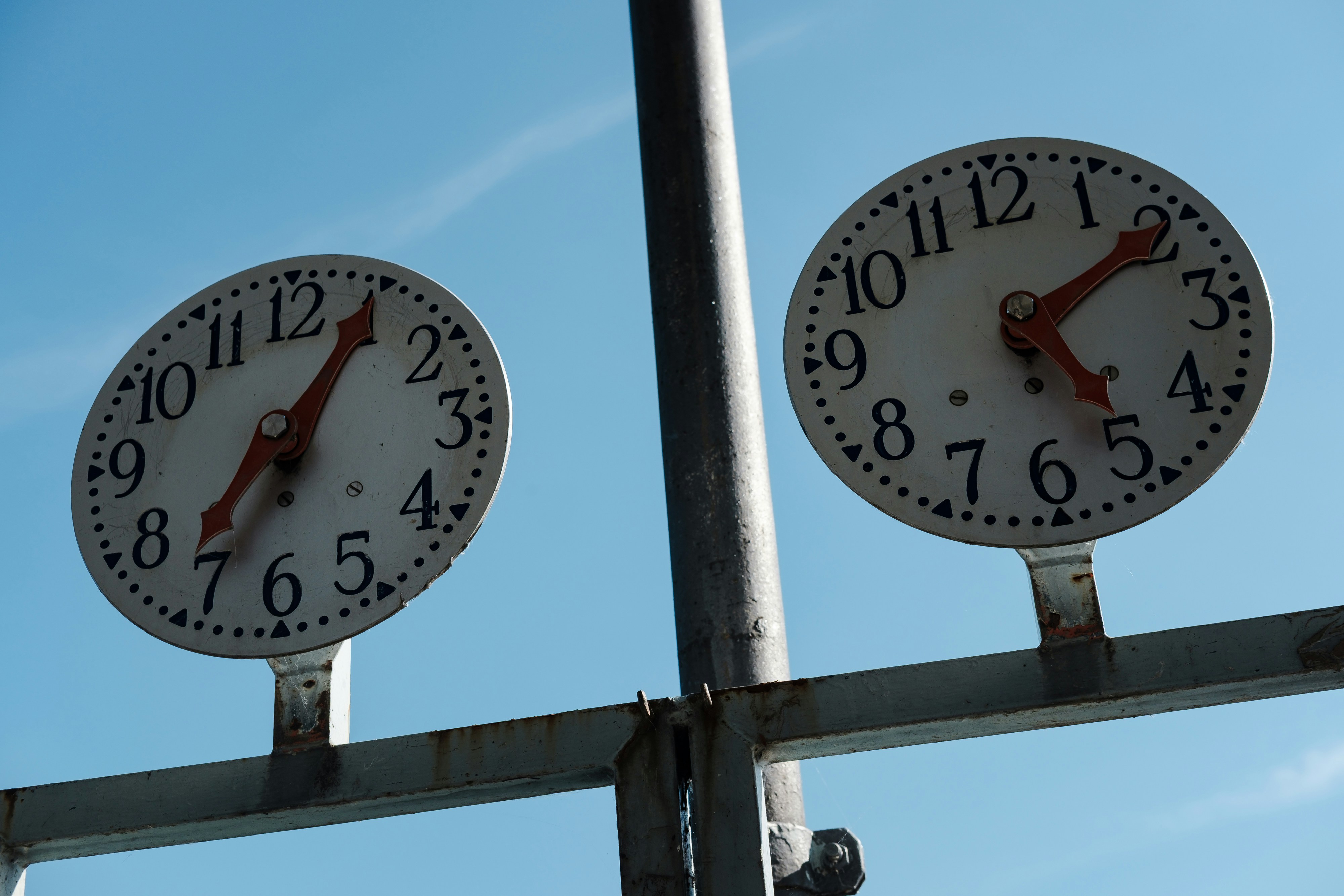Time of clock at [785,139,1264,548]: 5:09
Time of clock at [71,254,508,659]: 7:05
